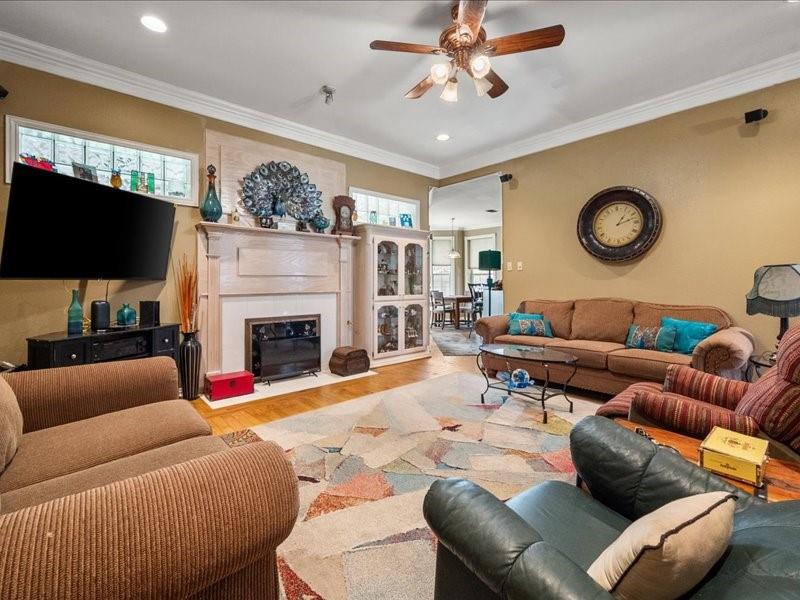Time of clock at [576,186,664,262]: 1:12
